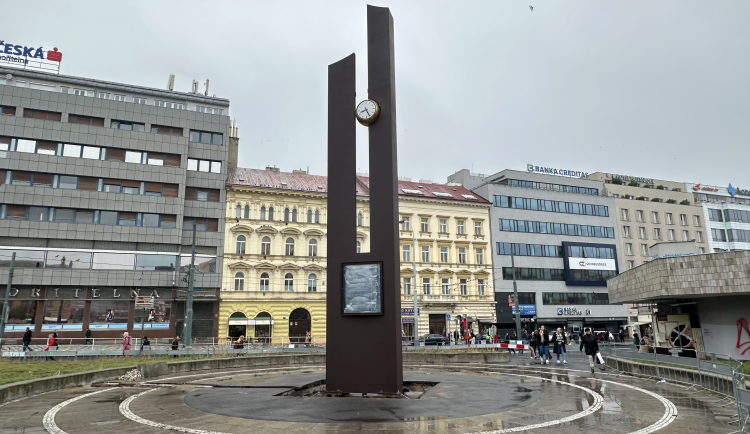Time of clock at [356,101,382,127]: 8:25
